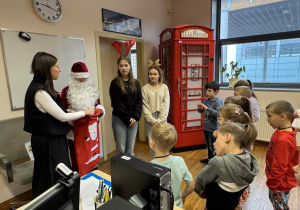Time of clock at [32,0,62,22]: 9:17
